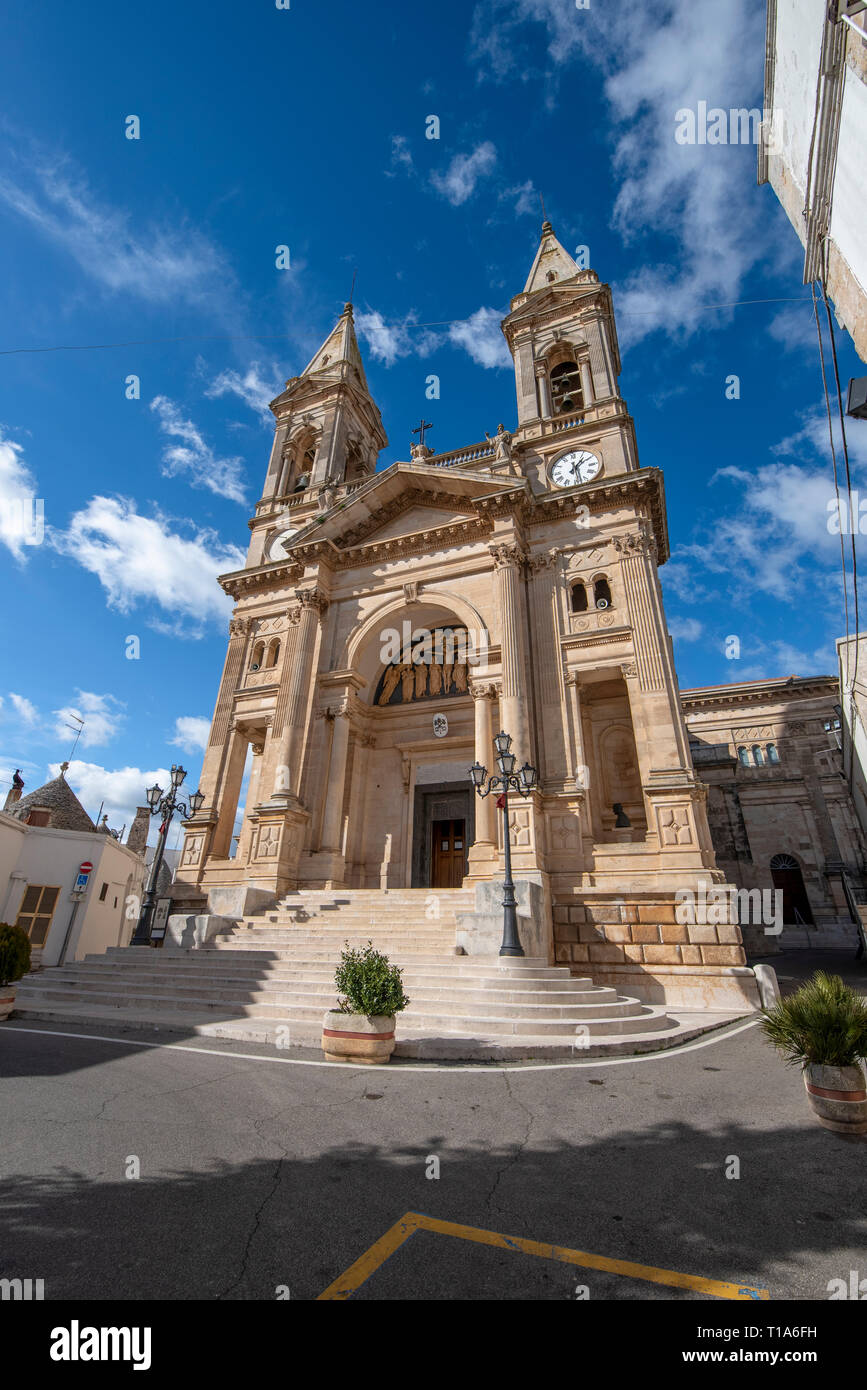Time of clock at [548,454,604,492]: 1:28
